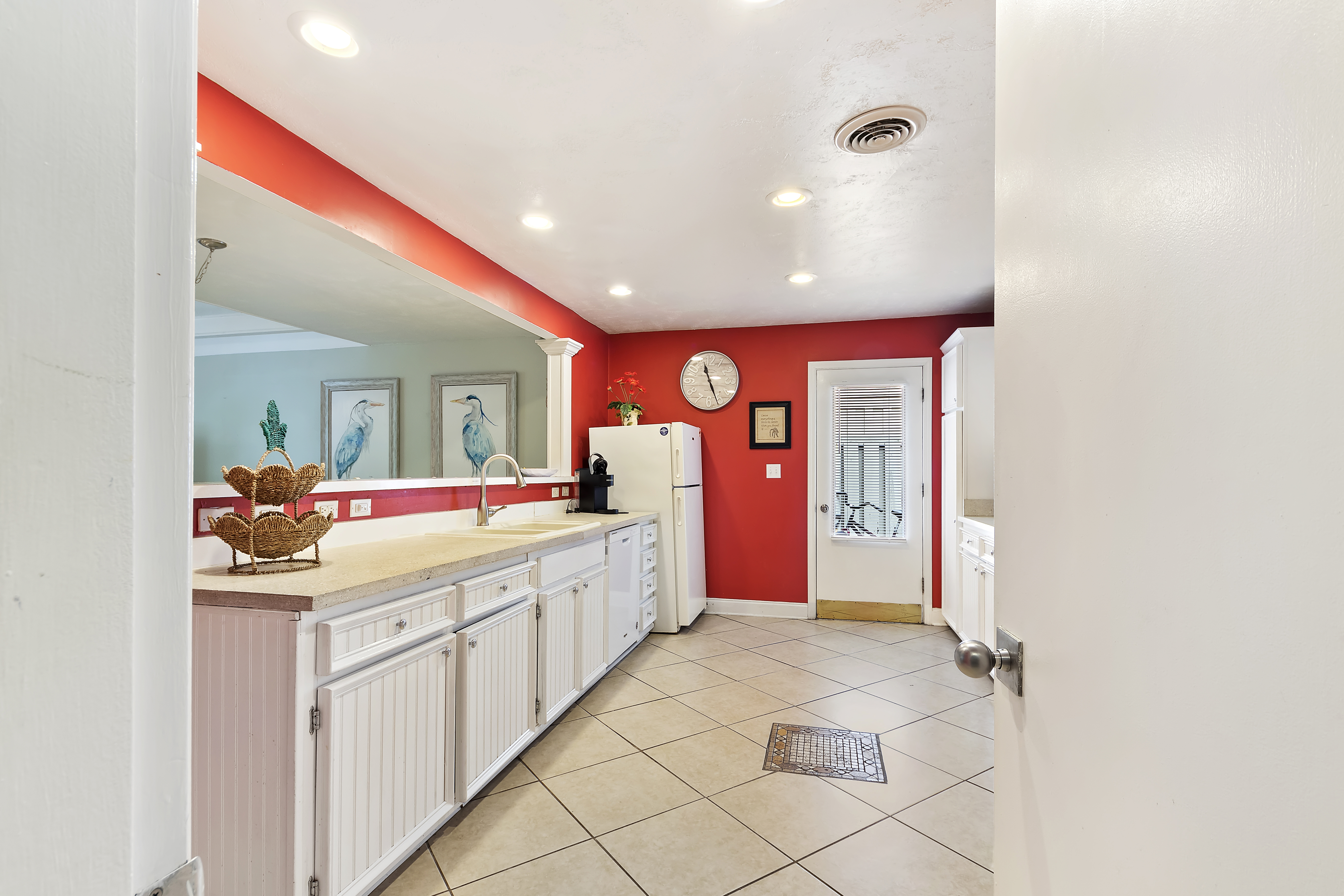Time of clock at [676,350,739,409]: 11:26
